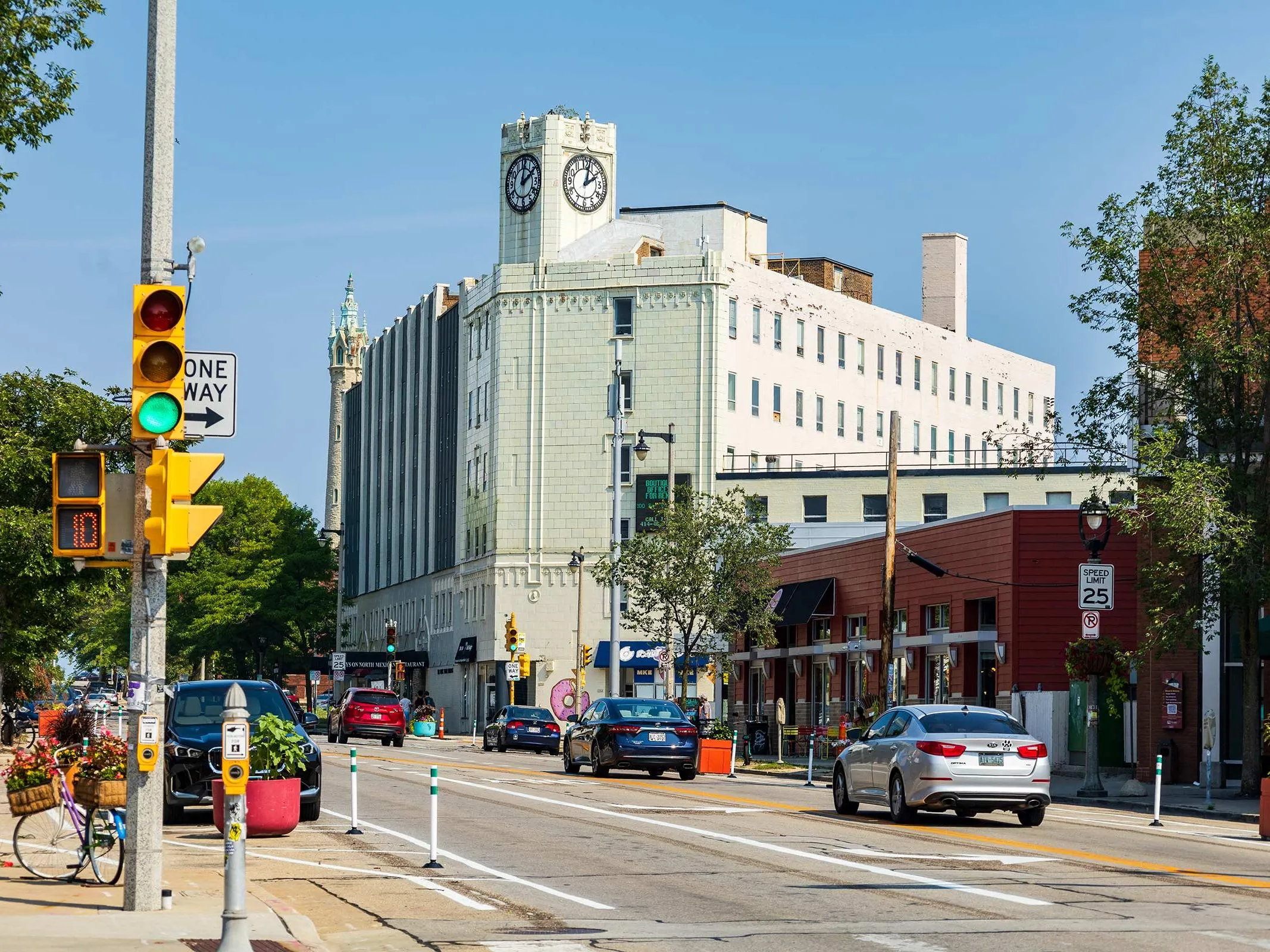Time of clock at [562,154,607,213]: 2:02
